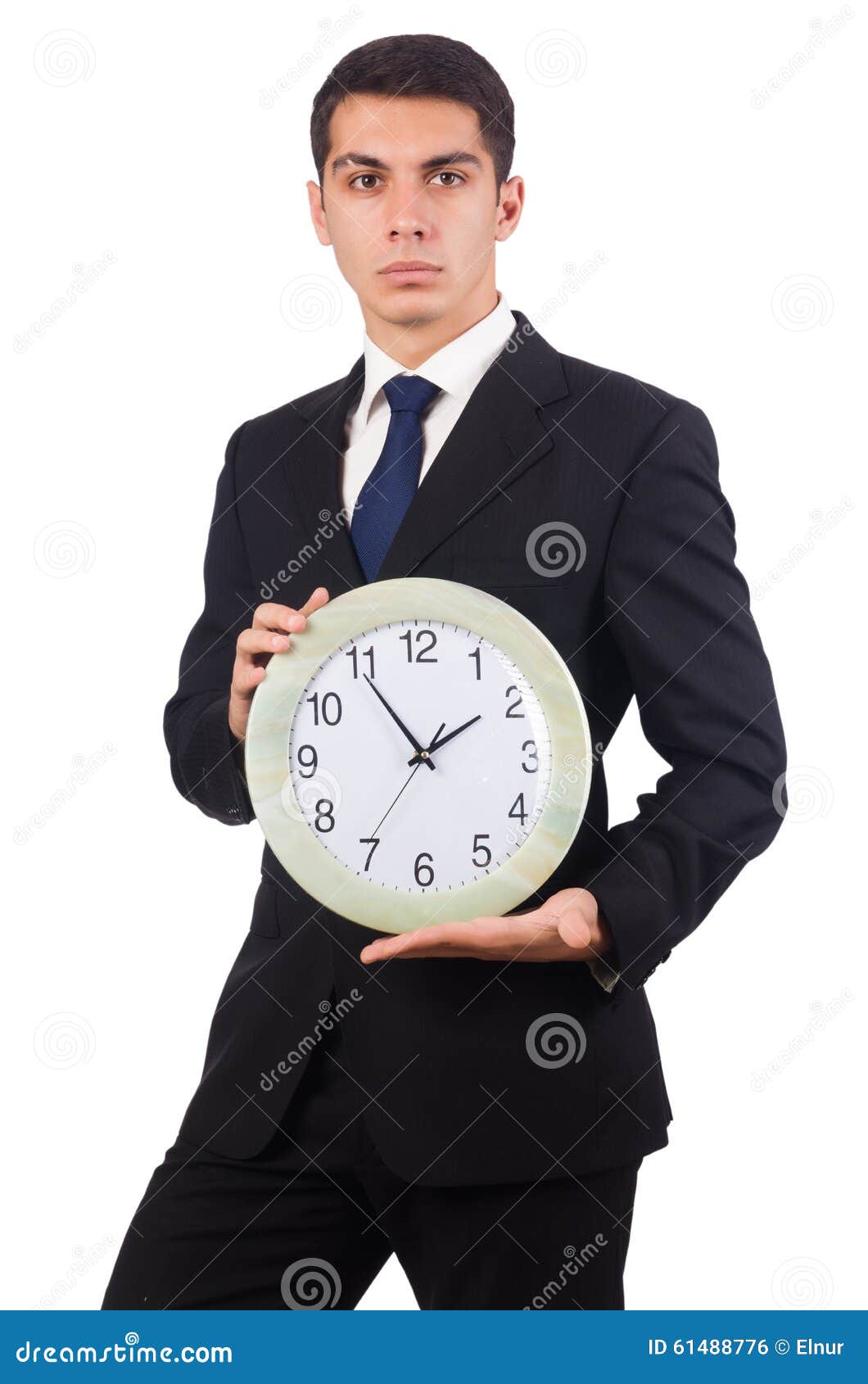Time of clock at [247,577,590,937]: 1:54
